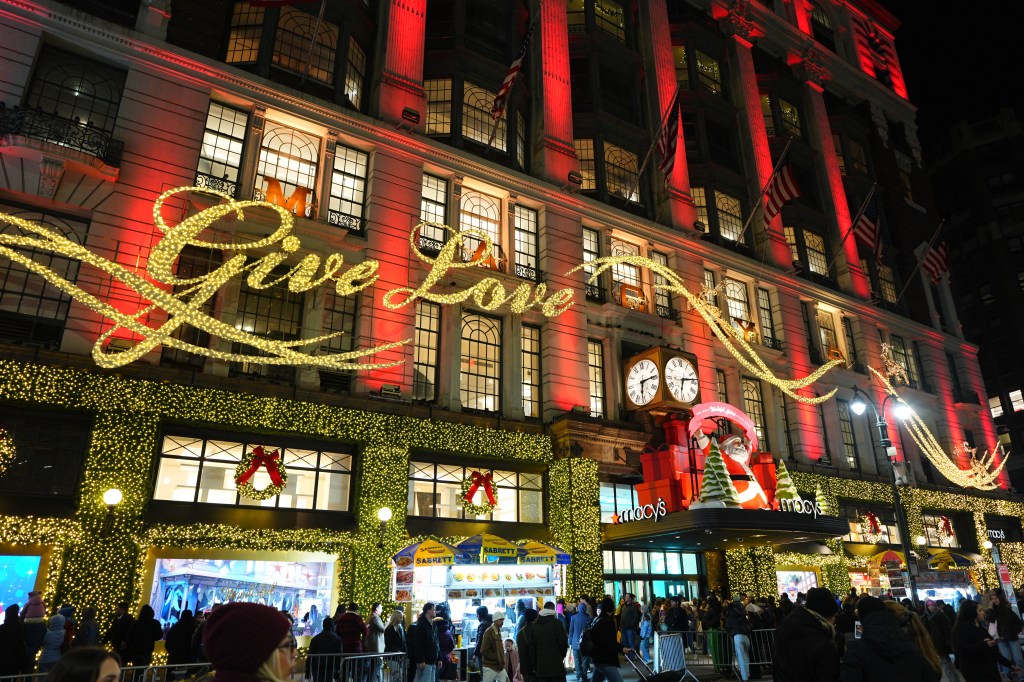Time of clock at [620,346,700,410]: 6:14
